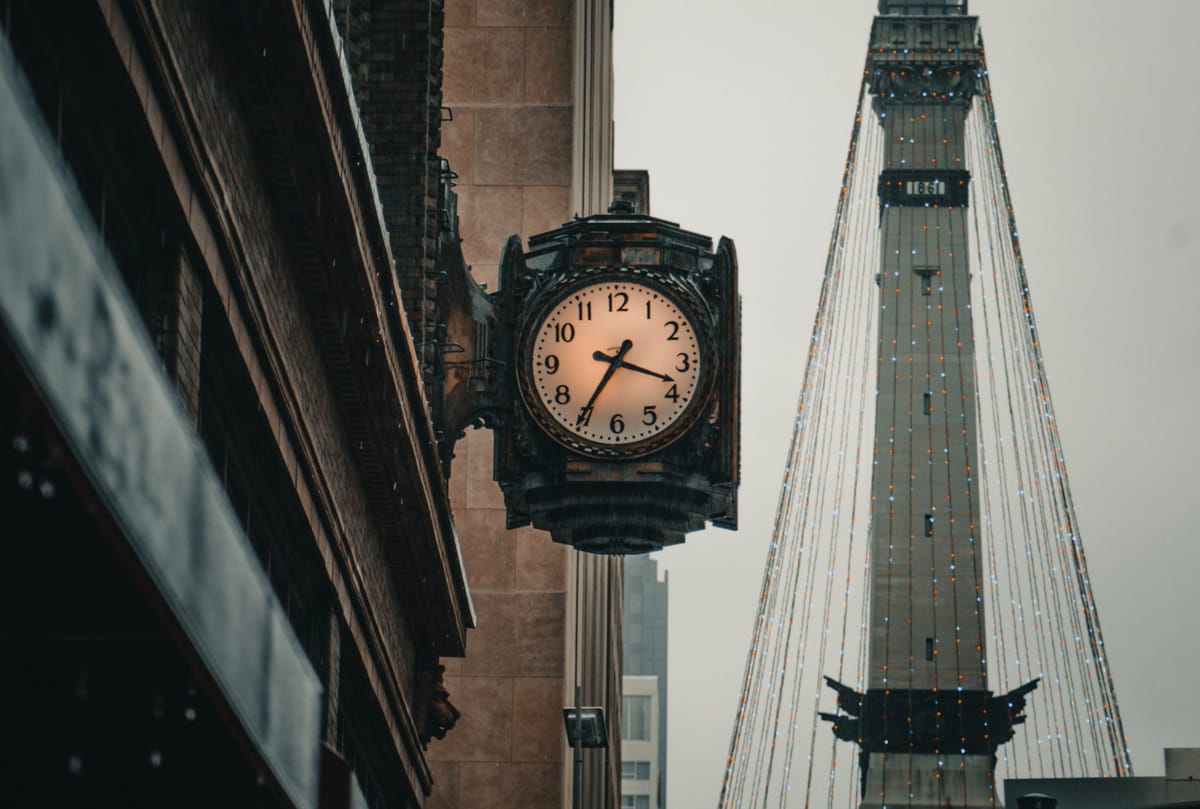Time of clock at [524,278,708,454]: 3:35
